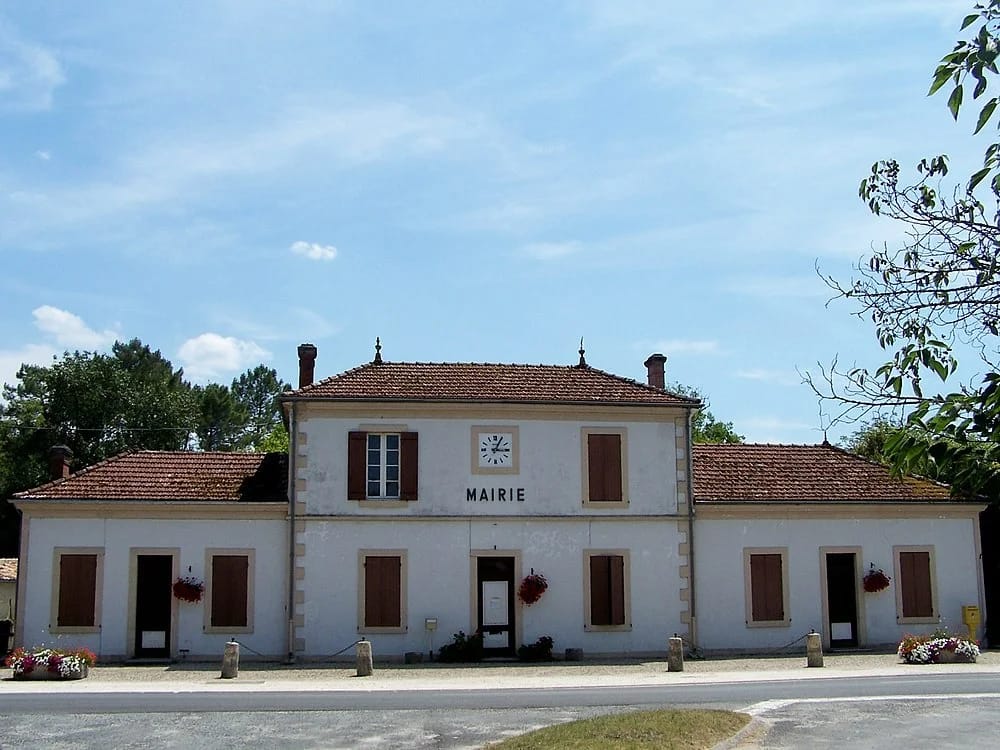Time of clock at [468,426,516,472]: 3:04
